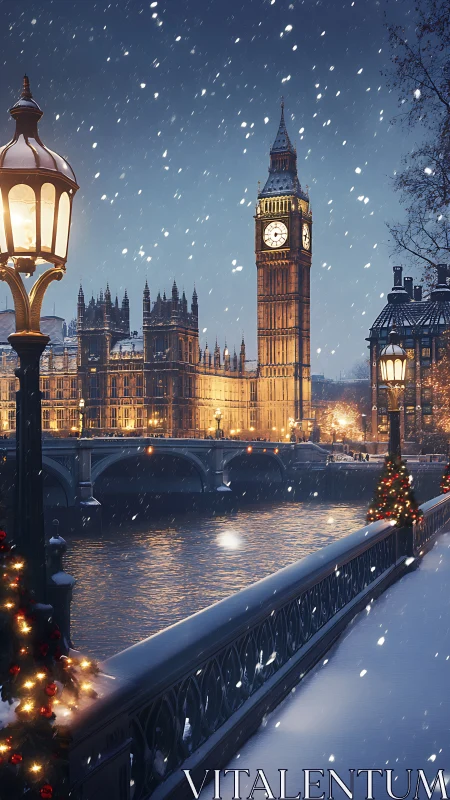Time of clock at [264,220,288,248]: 6:14
